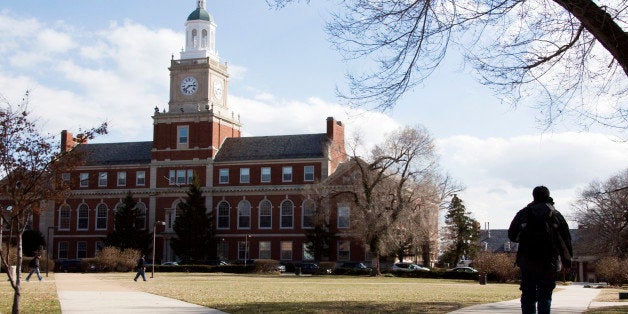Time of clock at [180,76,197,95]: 2:38
